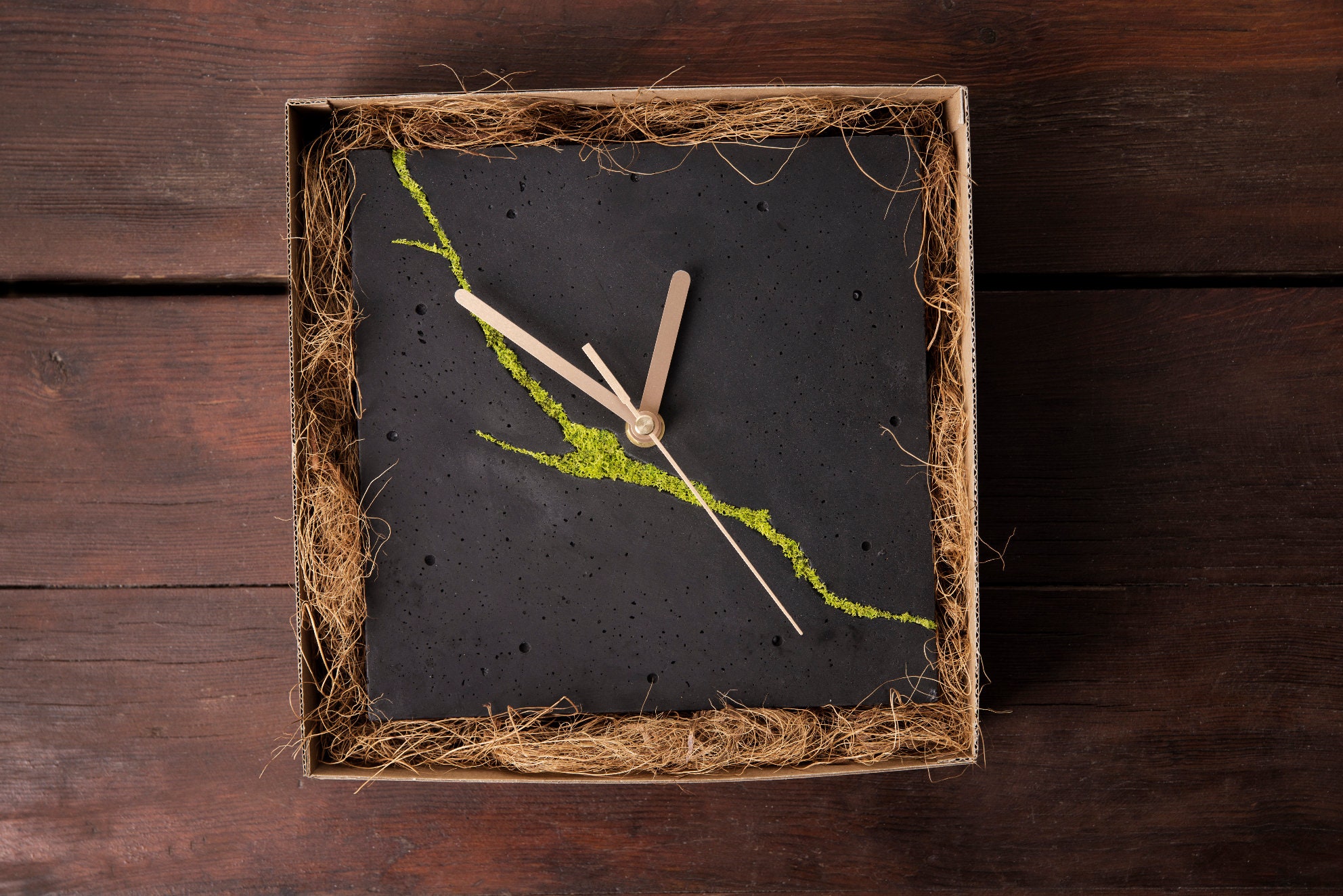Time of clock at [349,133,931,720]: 12:49
